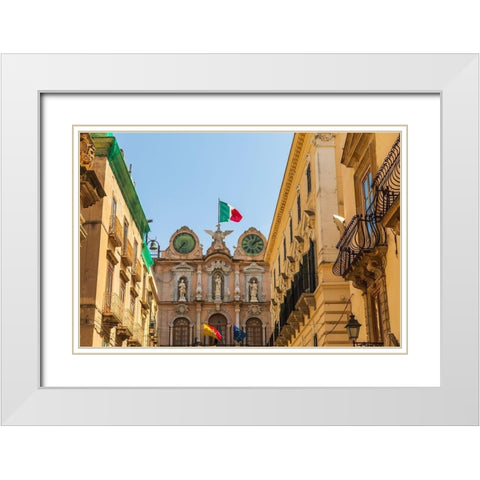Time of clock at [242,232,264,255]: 1:08
